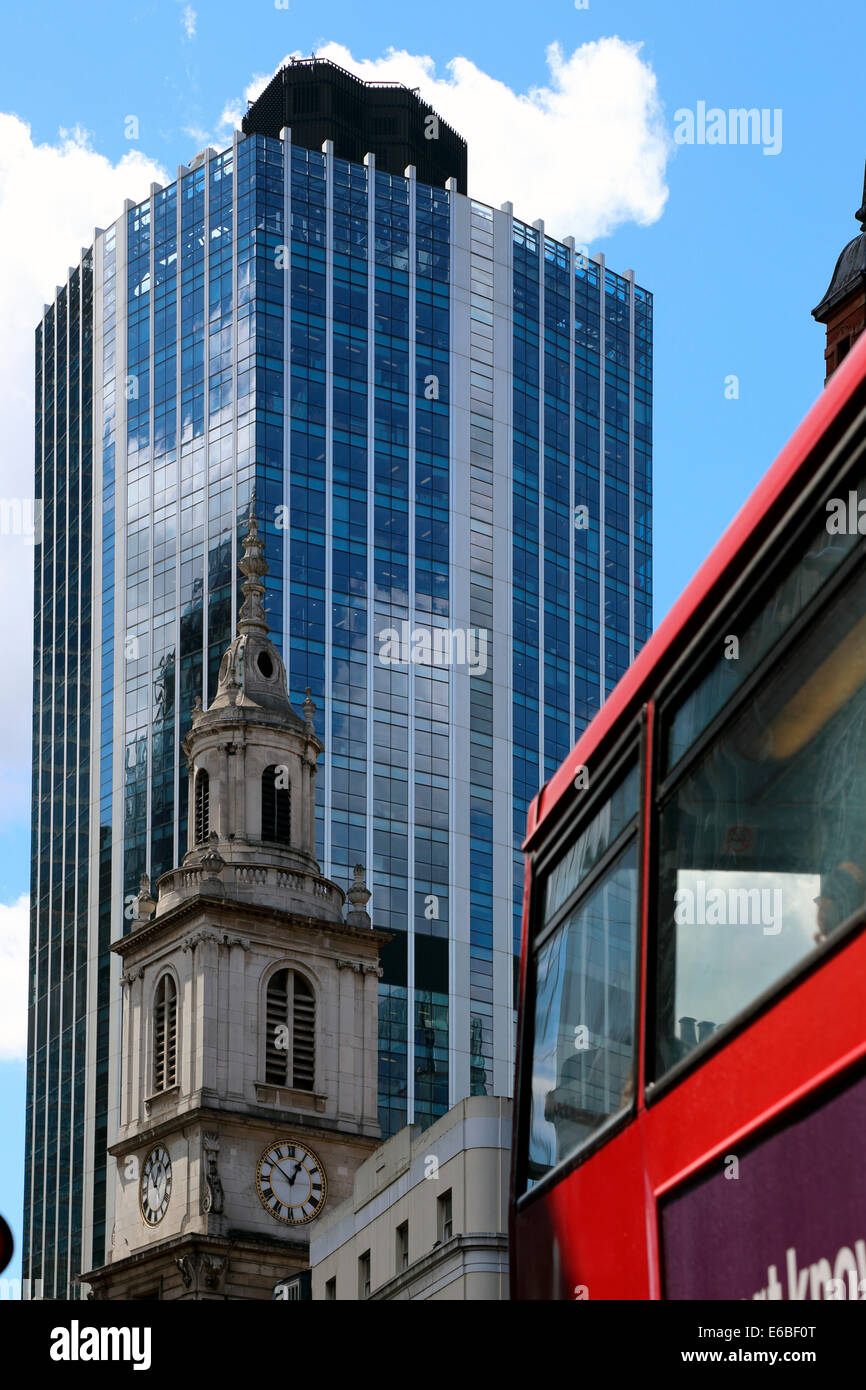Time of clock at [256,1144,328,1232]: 12:51
